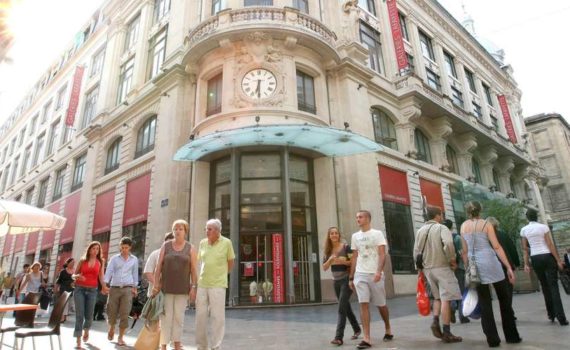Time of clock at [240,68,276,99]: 6:29
